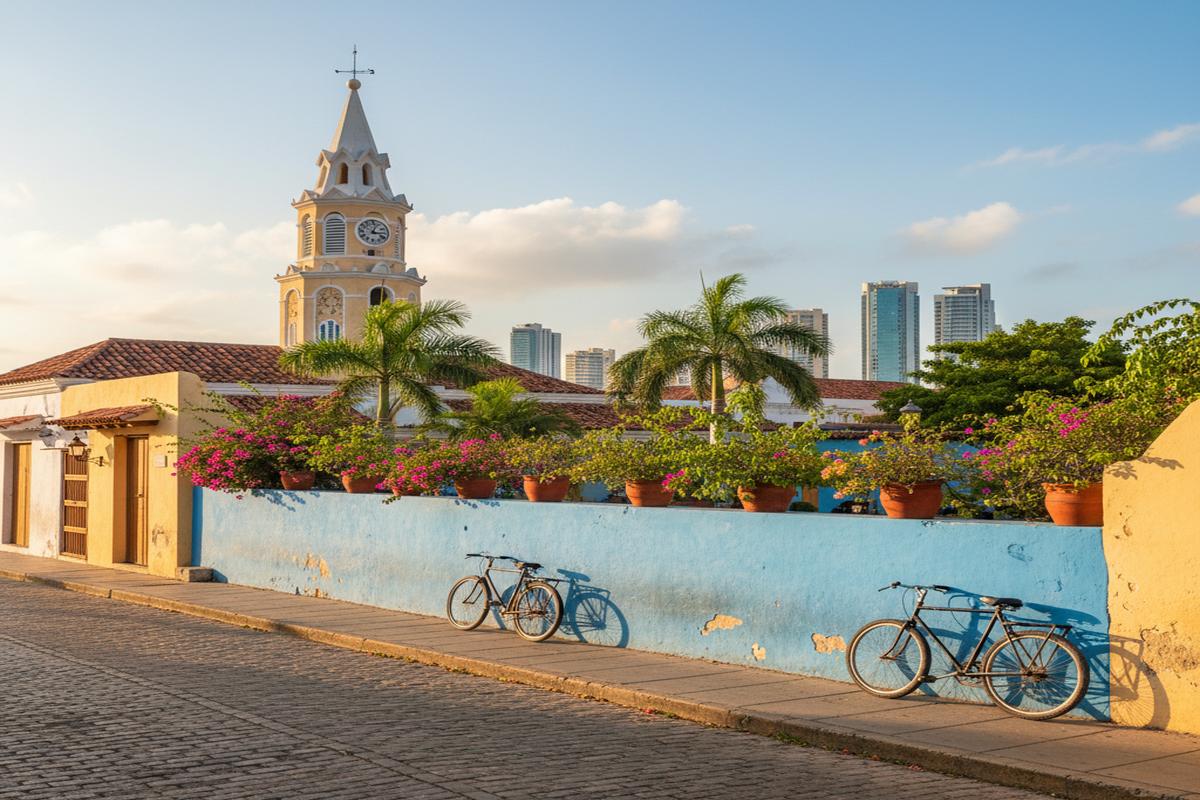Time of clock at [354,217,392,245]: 3:03
